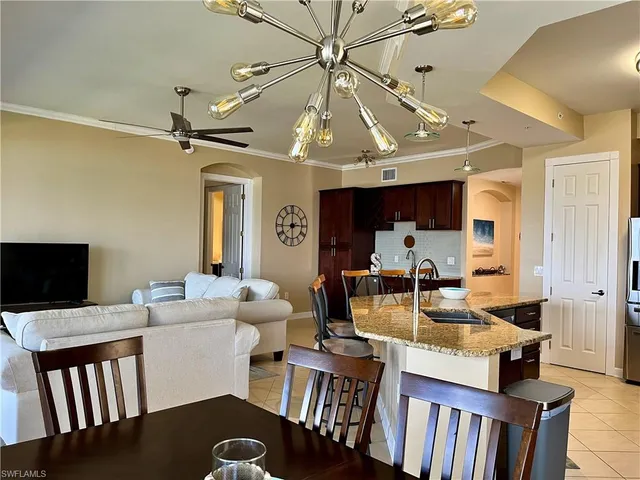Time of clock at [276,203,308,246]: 2:59
